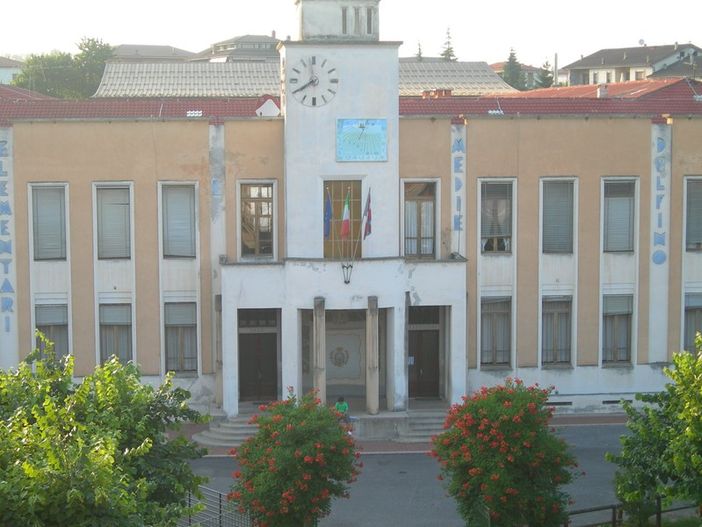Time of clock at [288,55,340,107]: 7:58
